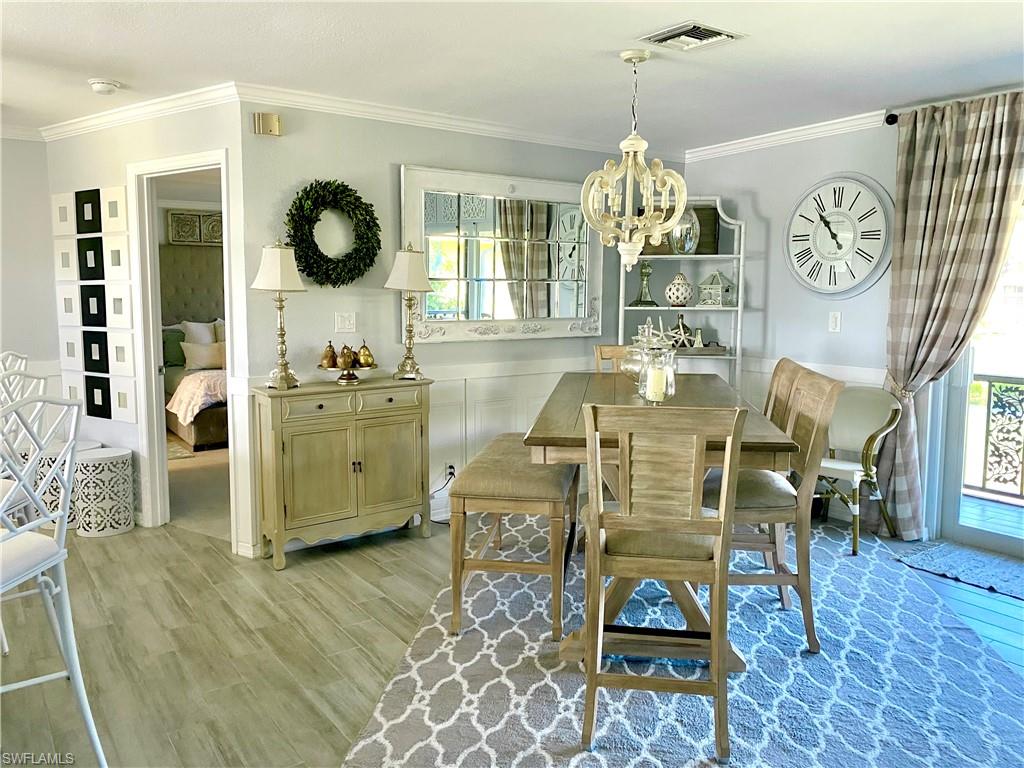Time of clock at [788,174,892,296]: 10:53
